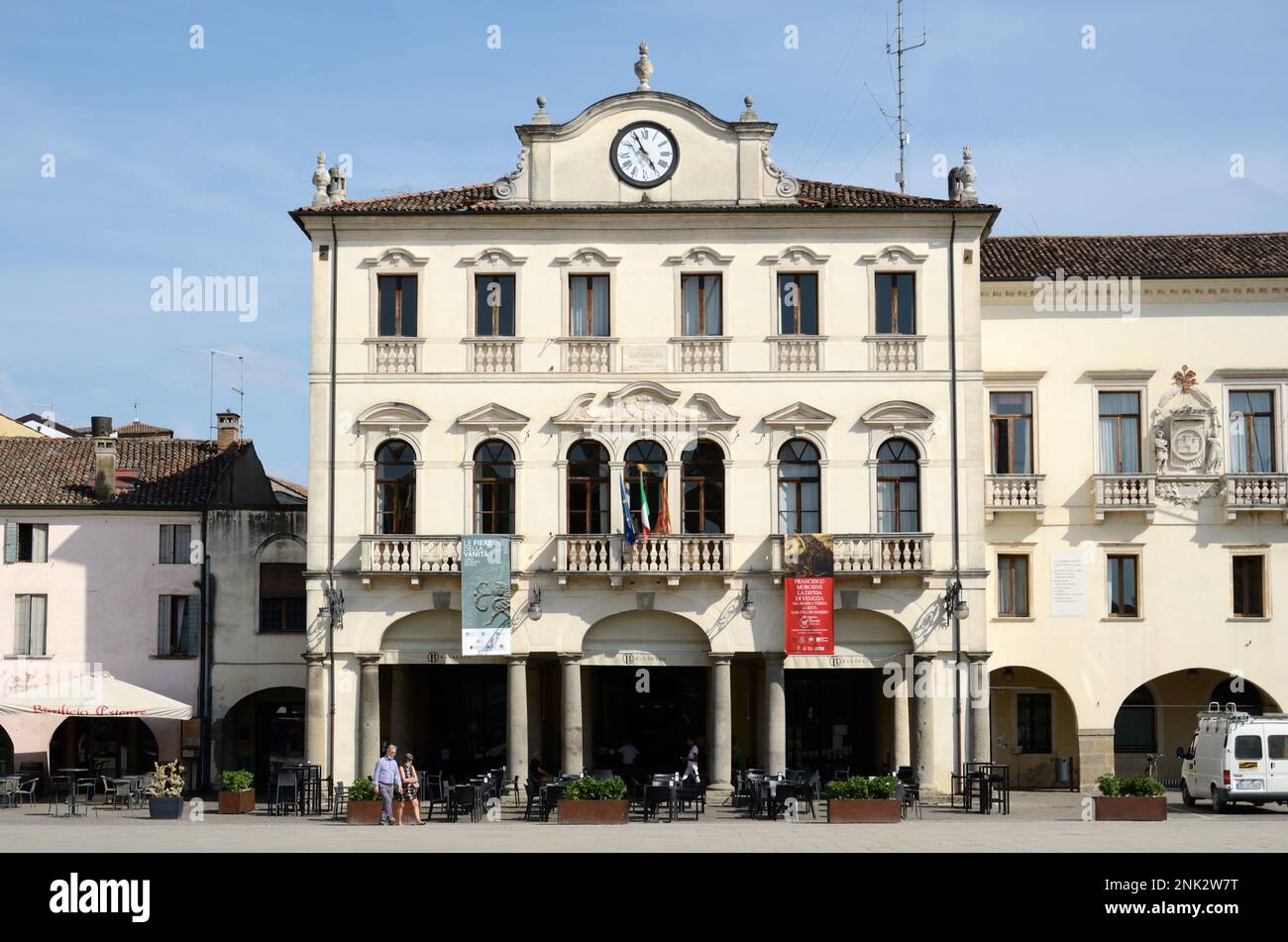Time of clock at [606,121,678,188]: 4:55
